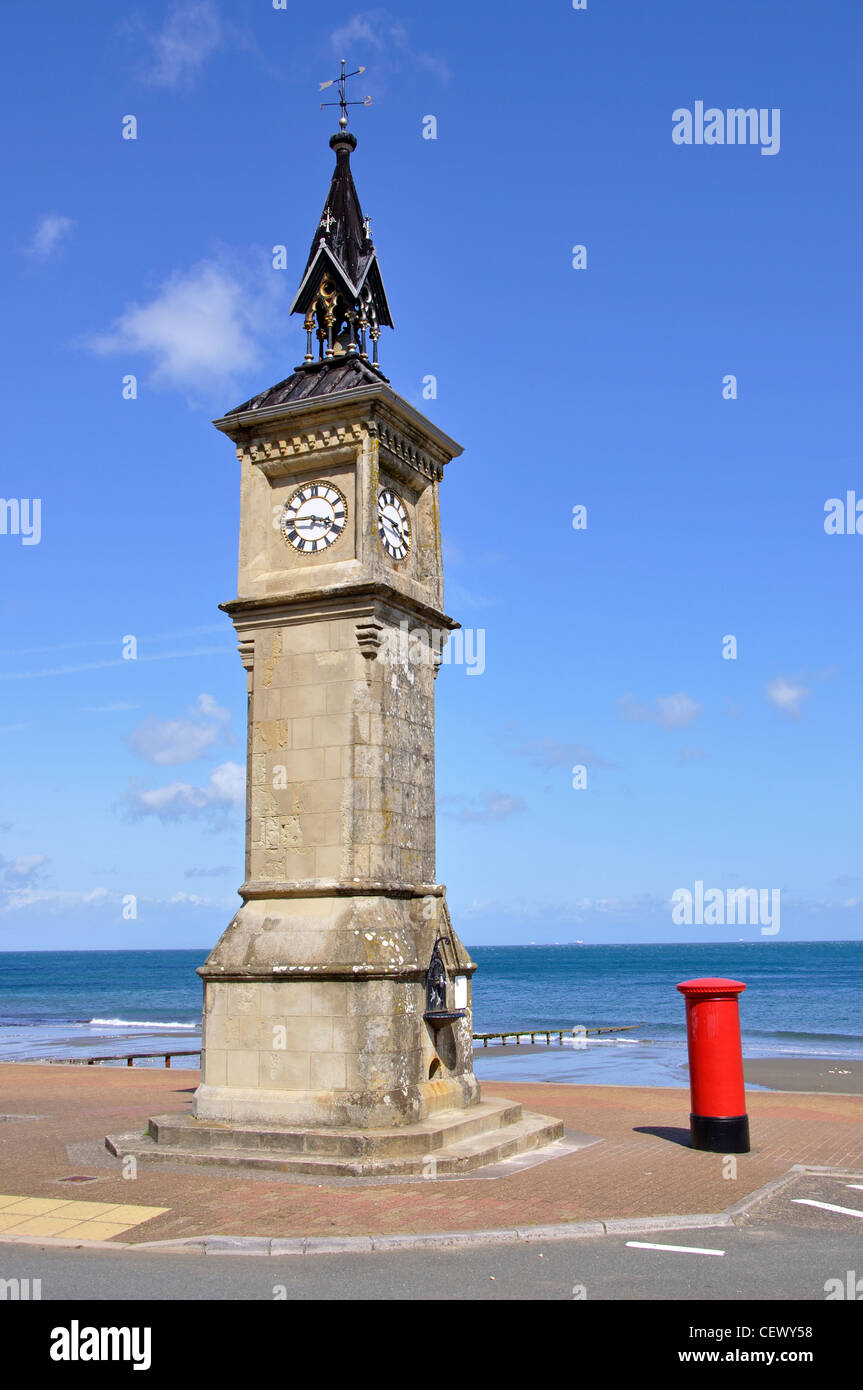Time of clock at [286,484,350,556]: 3:45
